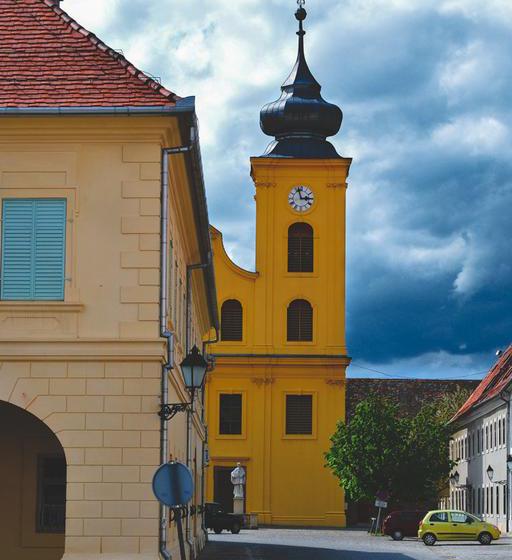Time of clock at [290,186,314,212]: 2:57
